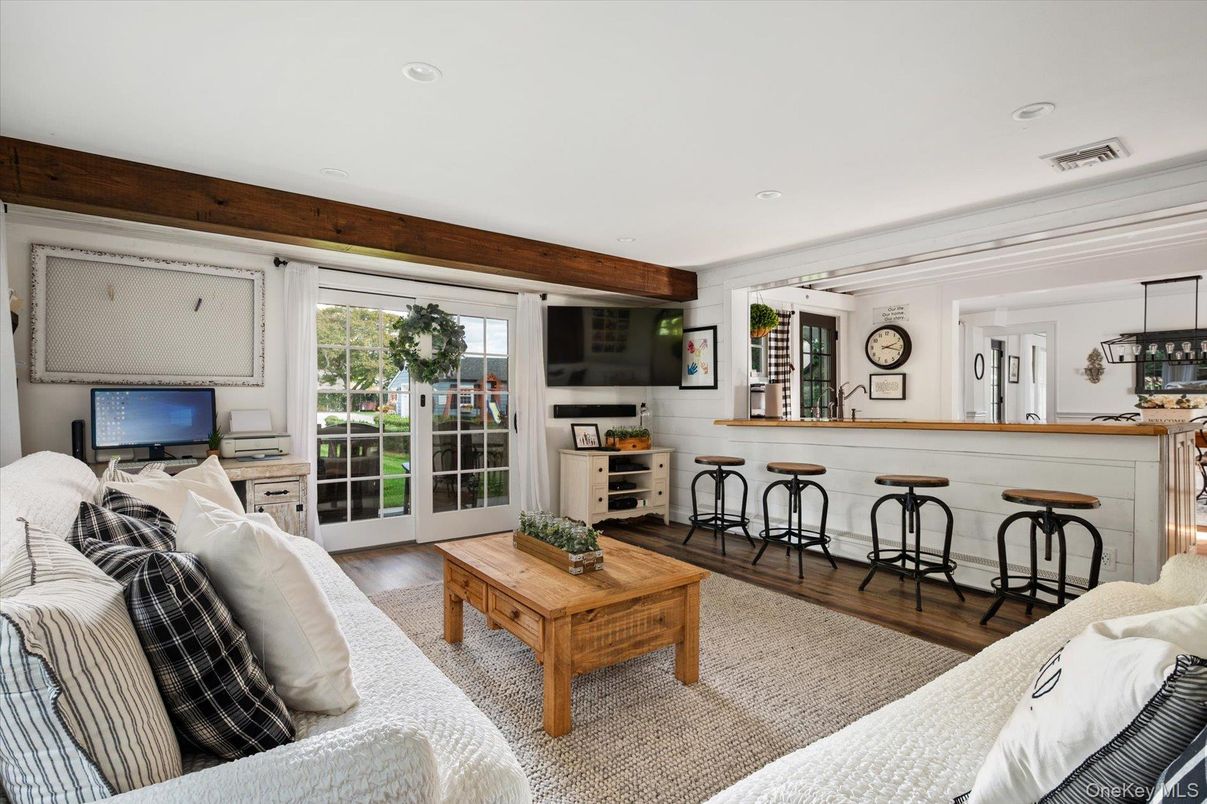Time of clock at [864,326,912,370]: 2:17
